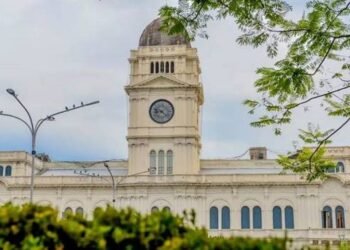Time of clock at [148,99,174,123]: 9:22
